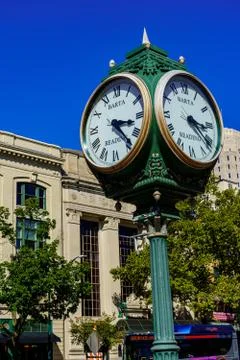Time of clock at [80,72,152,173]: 3:23
